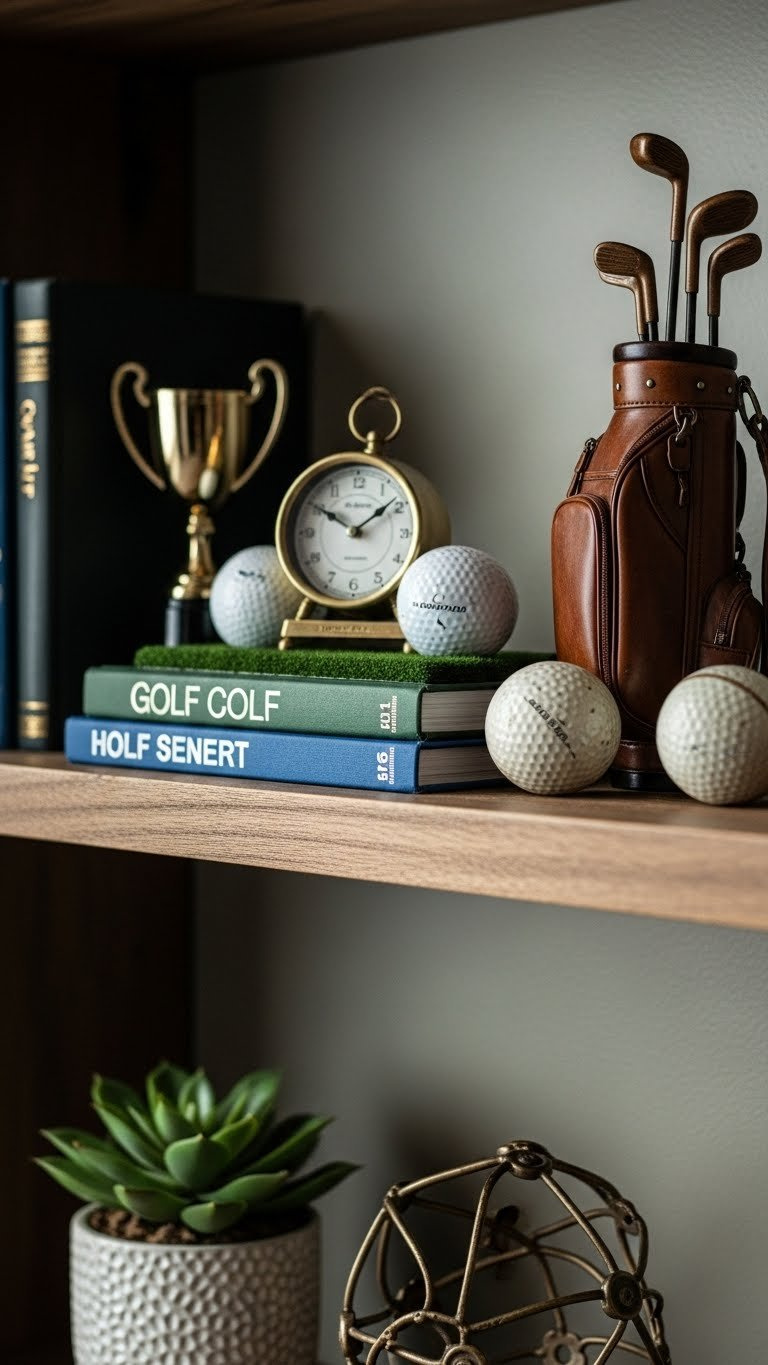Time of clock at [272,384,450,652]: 1:50
